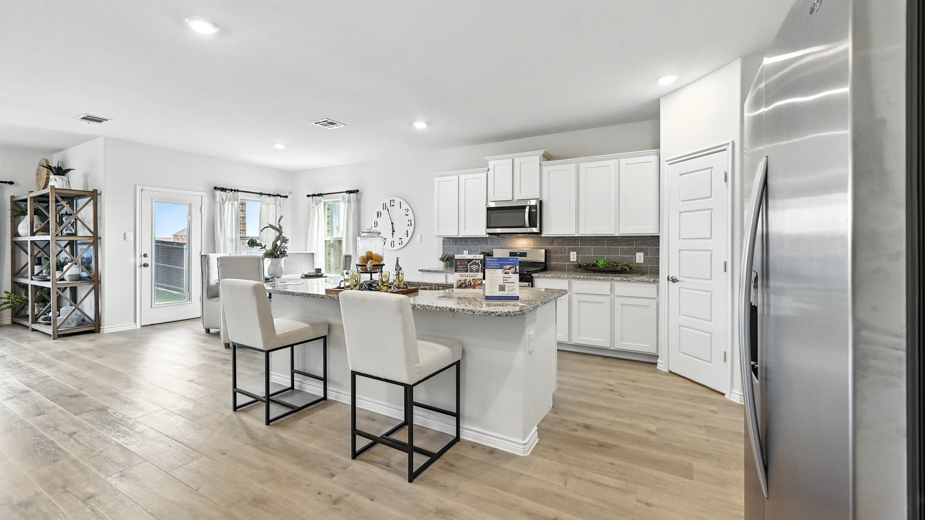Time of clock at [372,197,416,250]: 5:56
